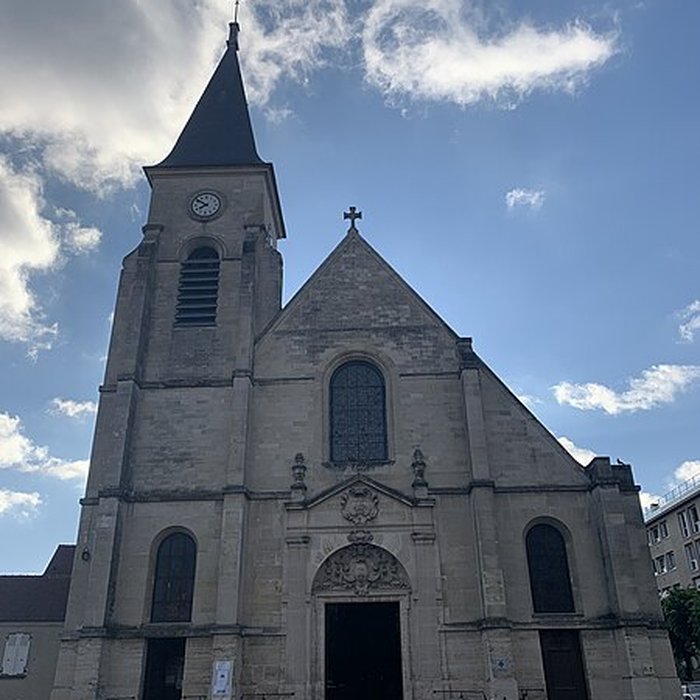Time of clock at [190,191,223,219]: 7:50
